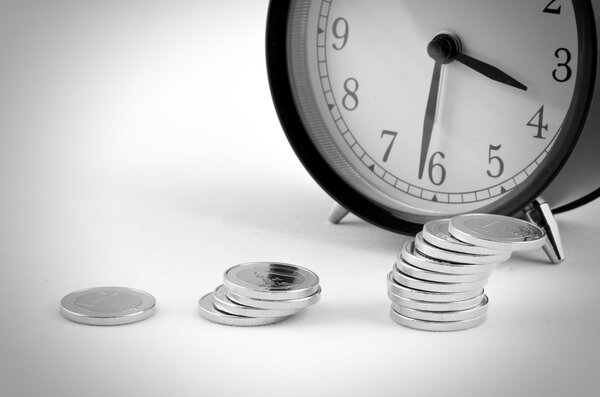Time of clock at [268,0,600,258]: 3:31
